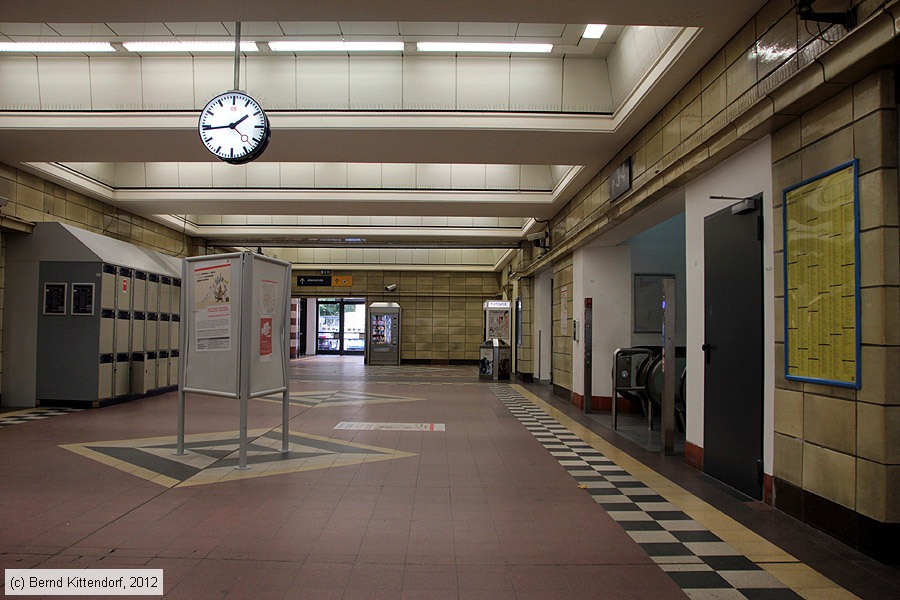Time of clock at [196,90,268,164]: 1:43
